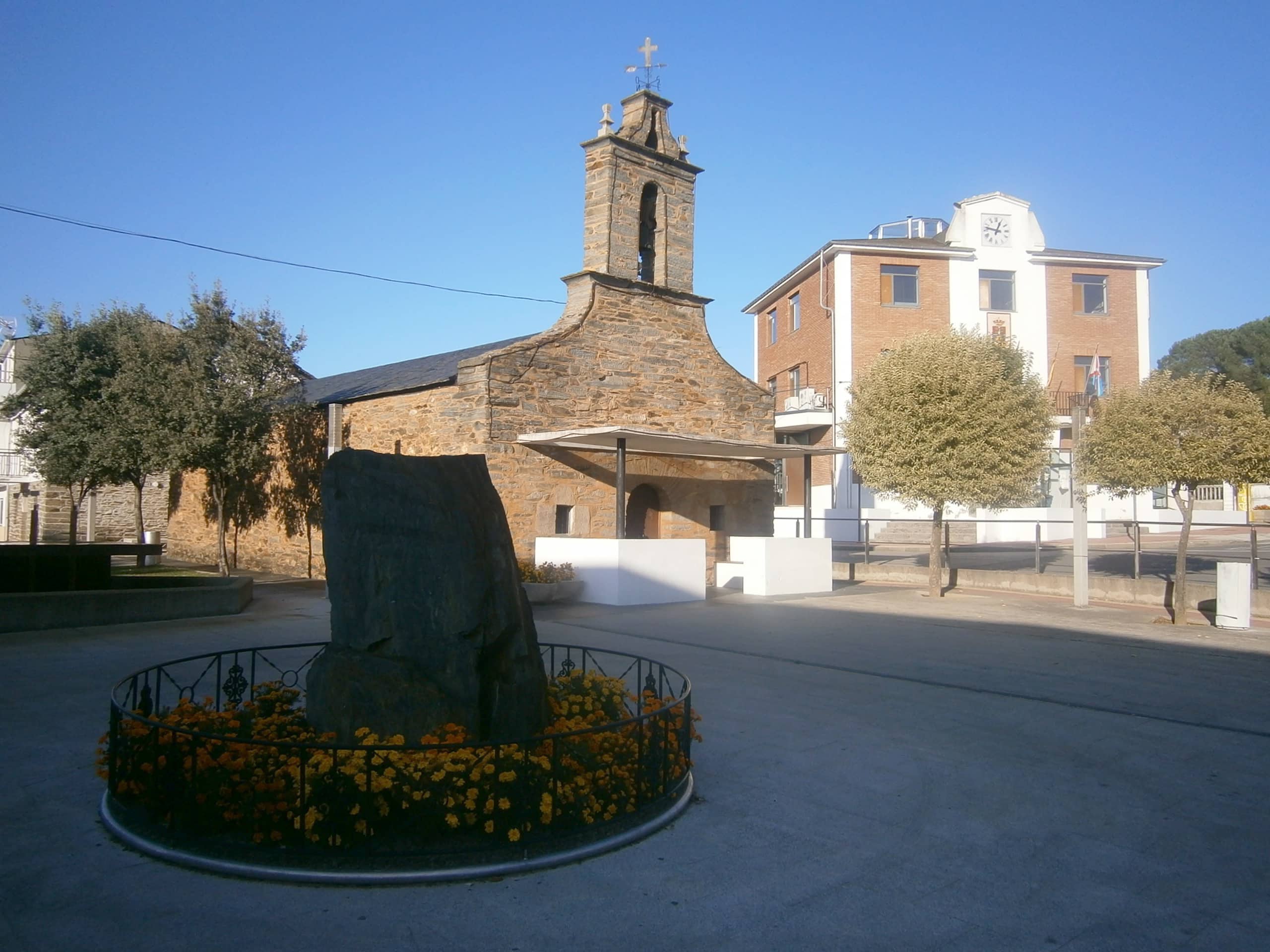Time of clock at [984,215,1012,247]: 12:47
